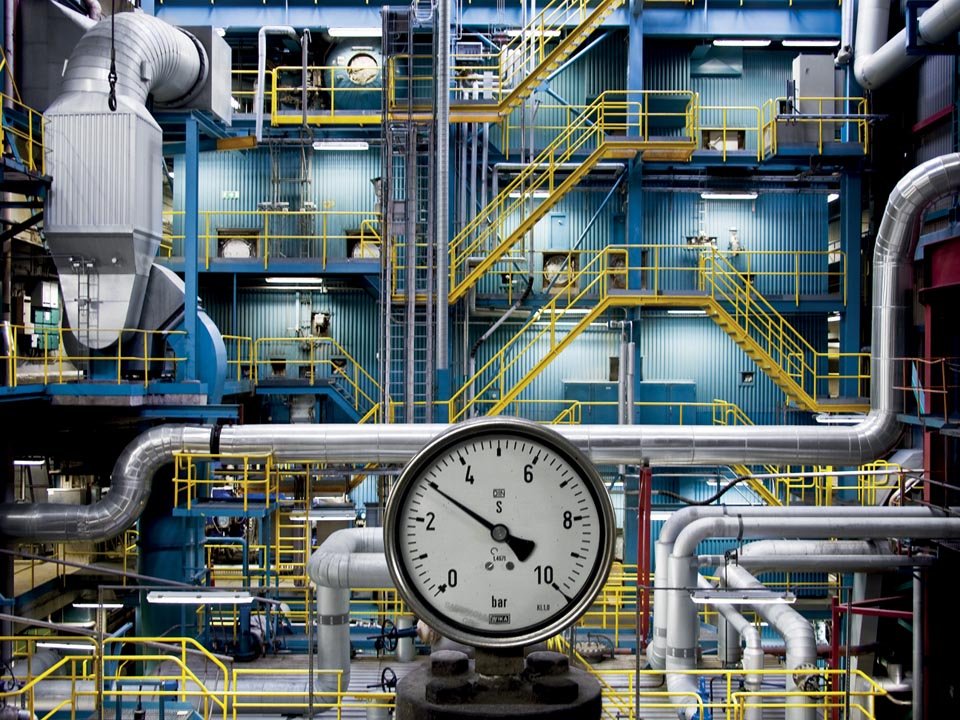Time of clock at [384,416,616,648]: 4:50
